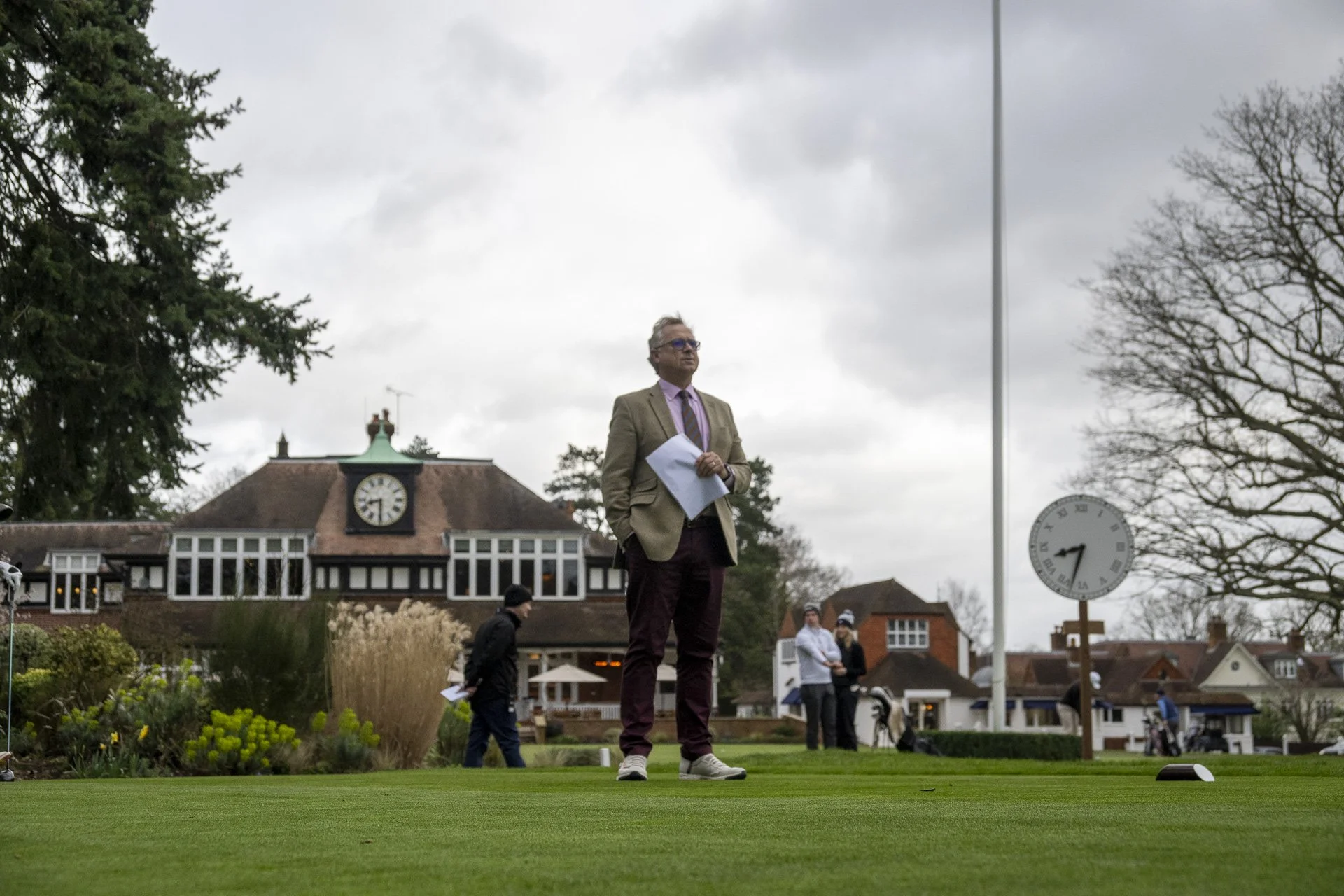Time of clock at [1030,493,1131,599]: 8:32
